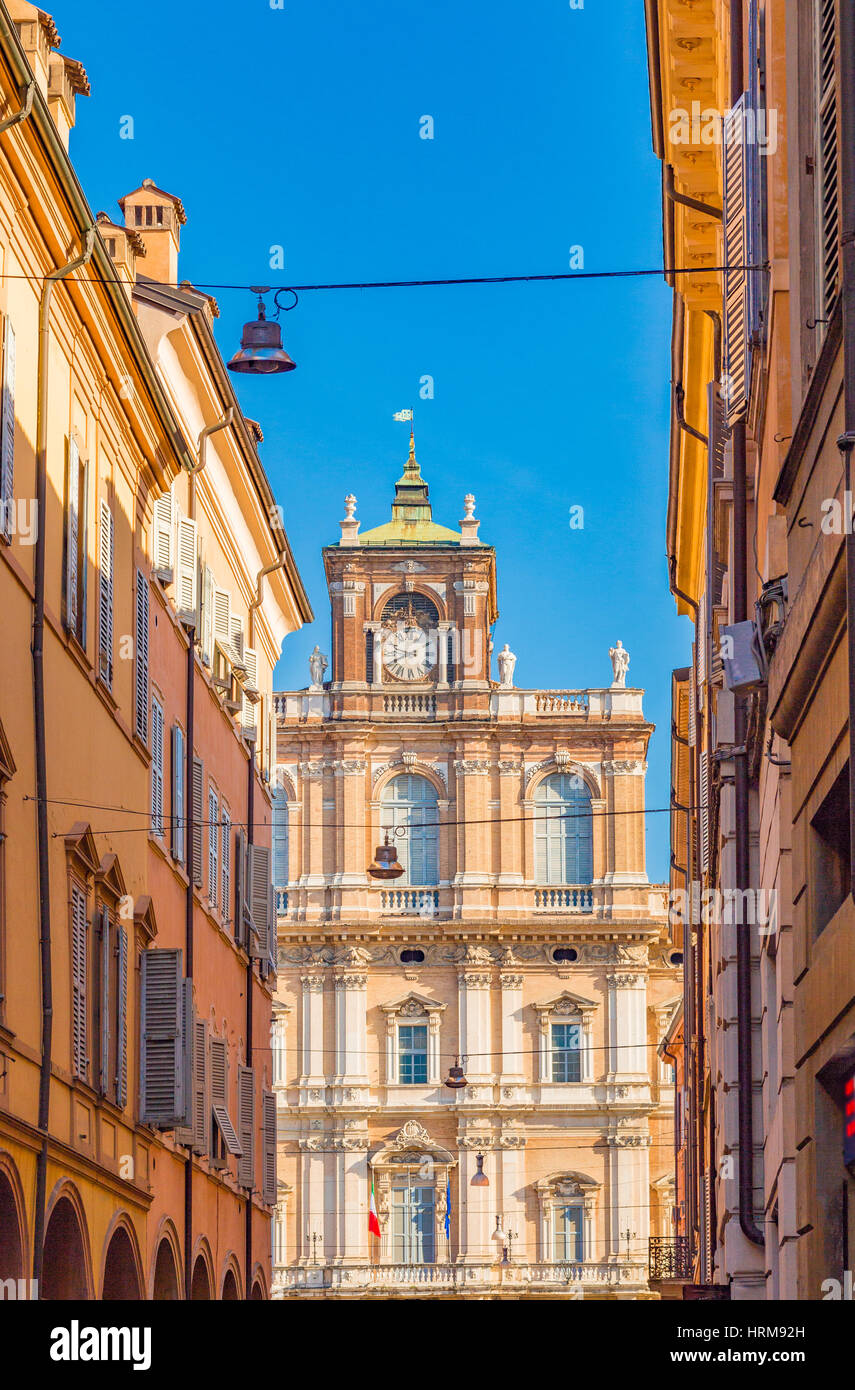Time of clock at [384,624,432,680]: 9:40
